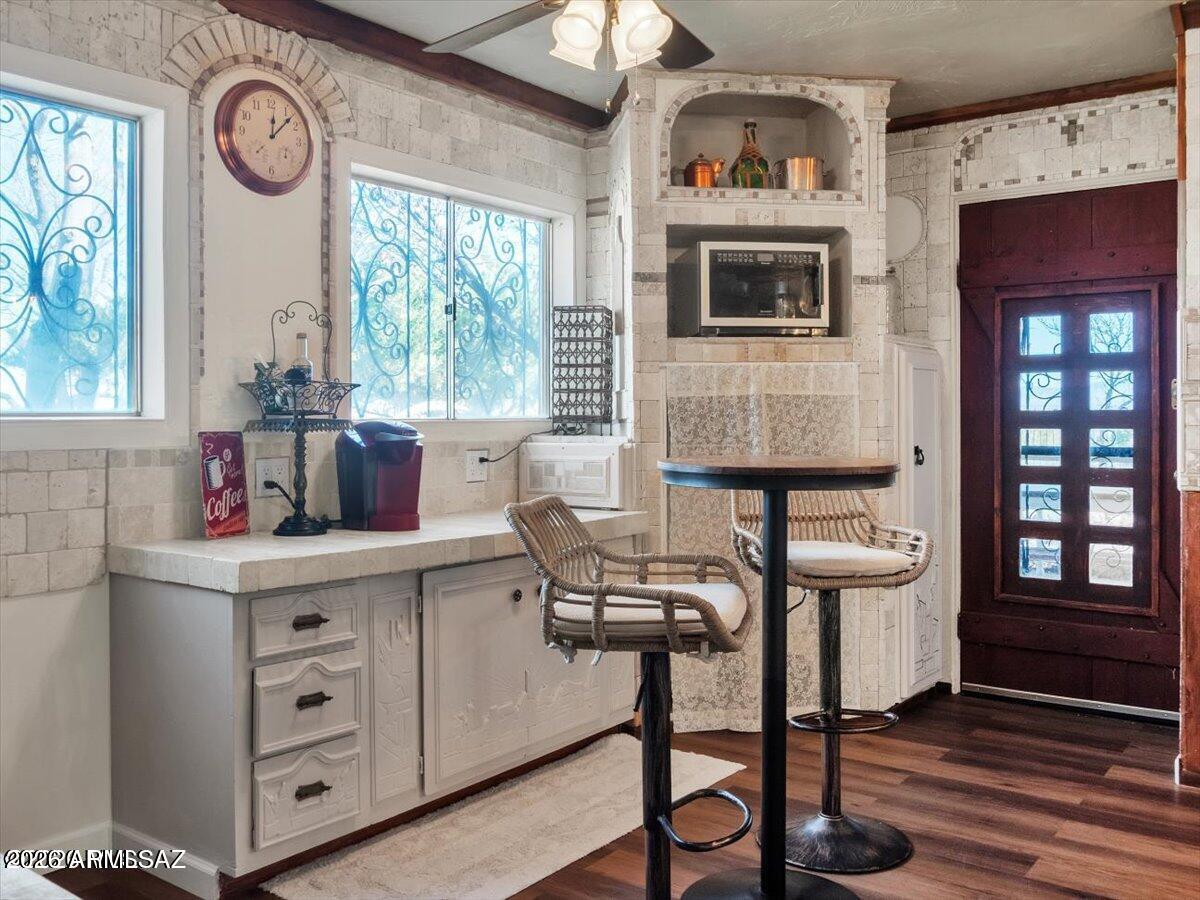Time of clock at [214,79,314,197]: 12:07
